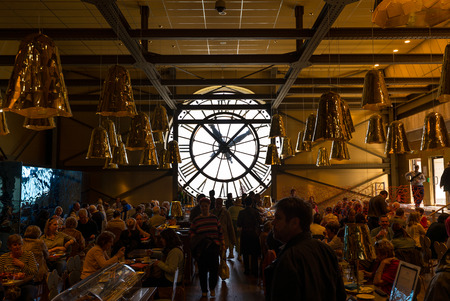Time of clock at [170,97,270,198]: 1:37
